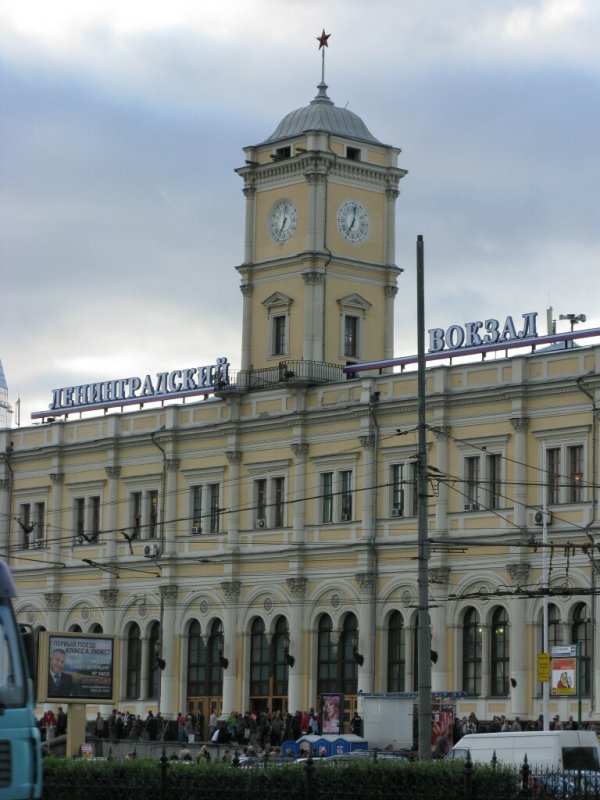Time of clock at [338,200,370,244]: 7:01
